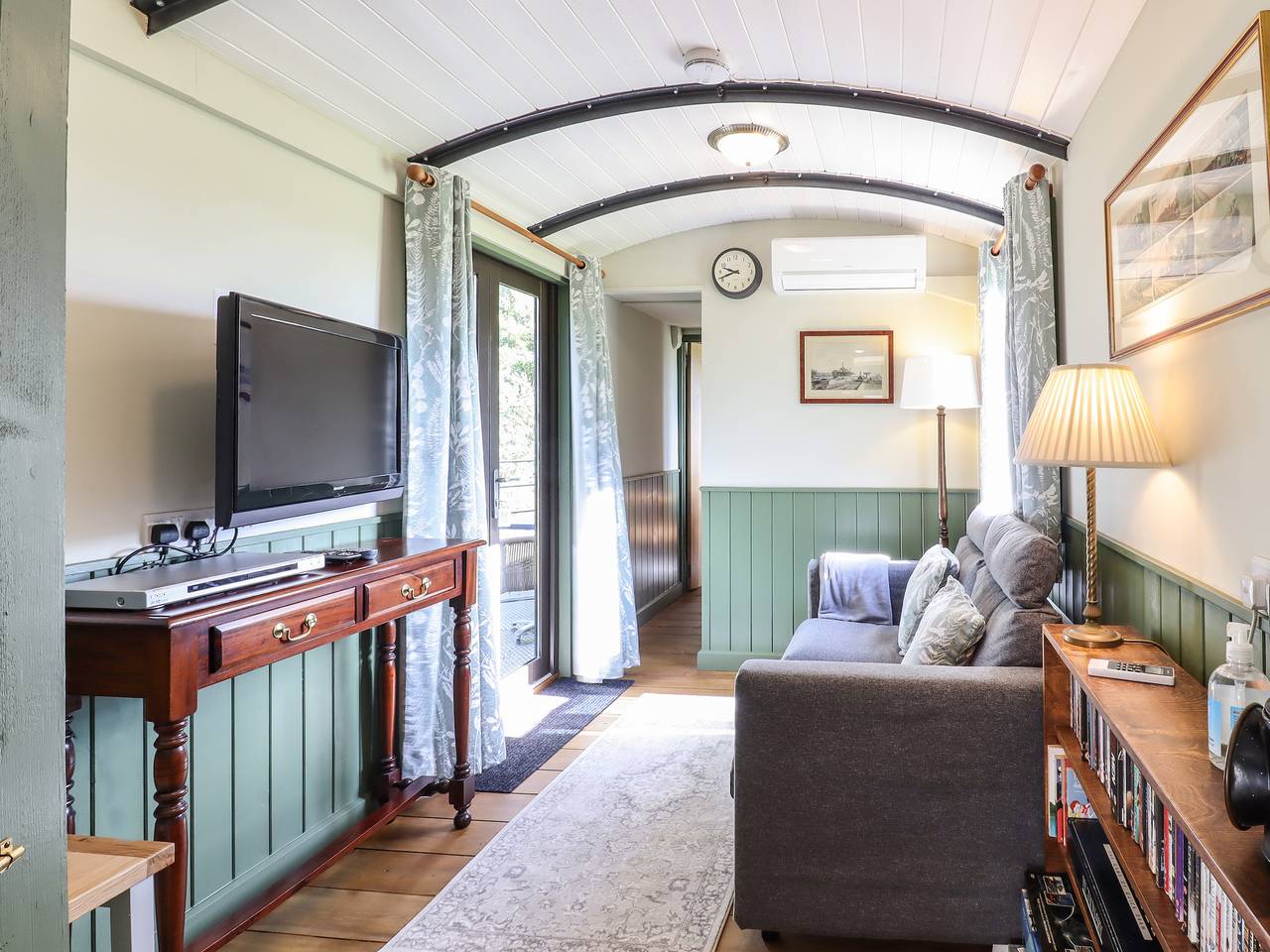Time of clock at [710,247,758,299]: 9:41
